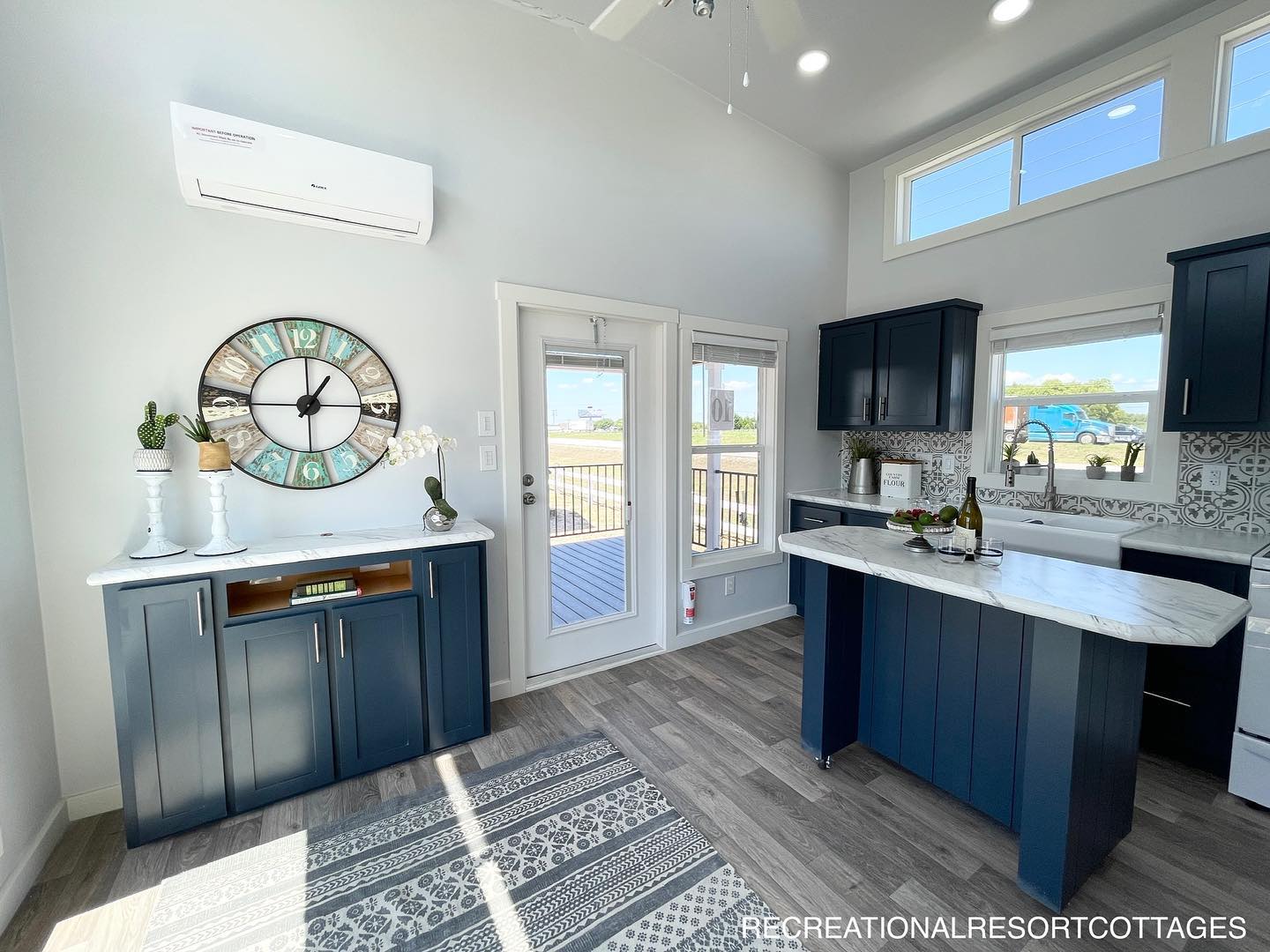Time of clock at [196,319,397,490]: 1:16
